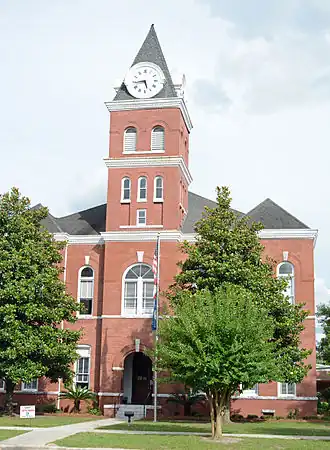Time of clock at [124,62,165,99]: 5:44
